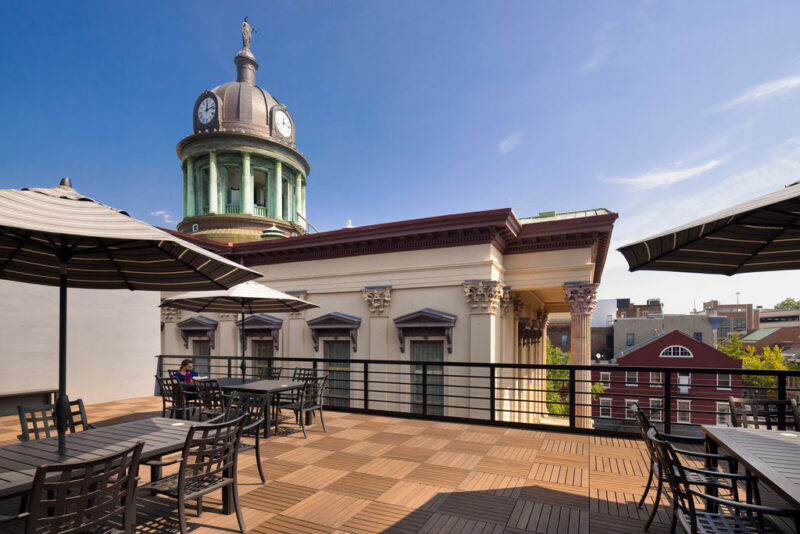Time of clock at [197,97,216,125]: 12:12
